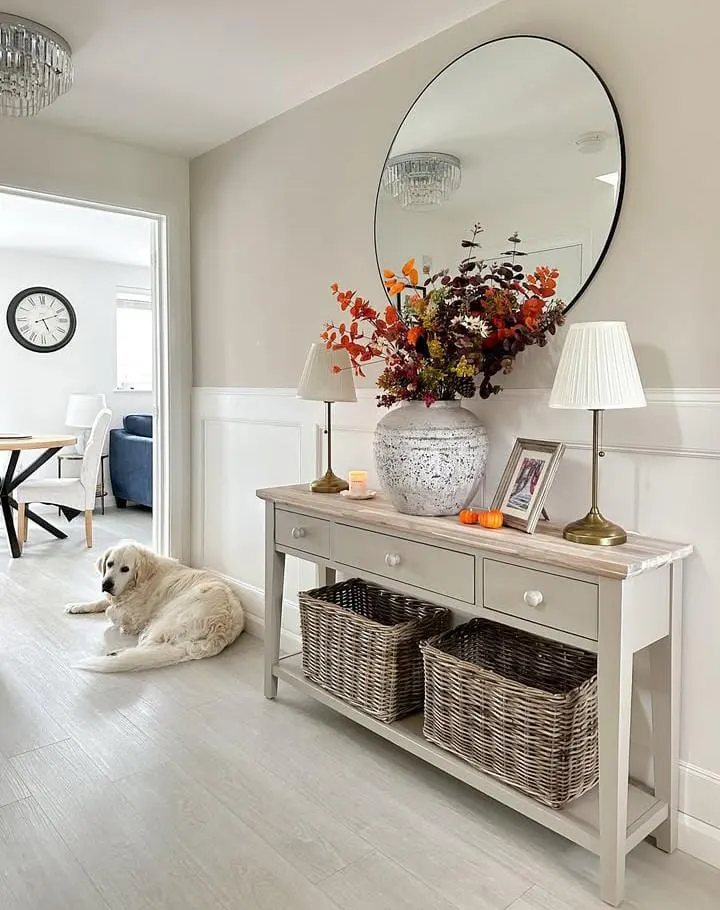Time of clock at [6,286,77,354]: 5:11
